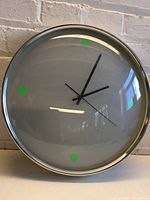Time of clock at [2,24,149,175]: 2:03
